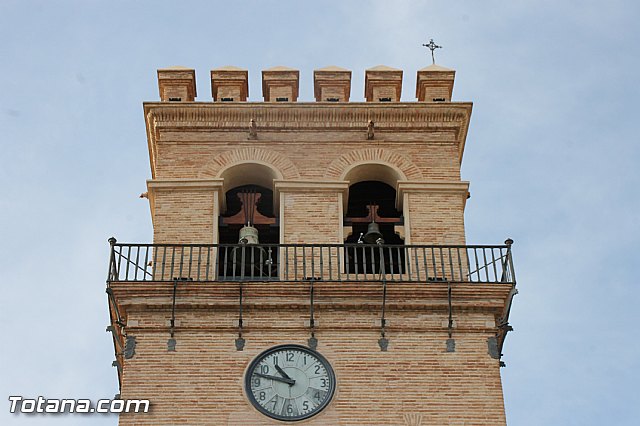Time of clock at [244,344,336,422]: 10:47
